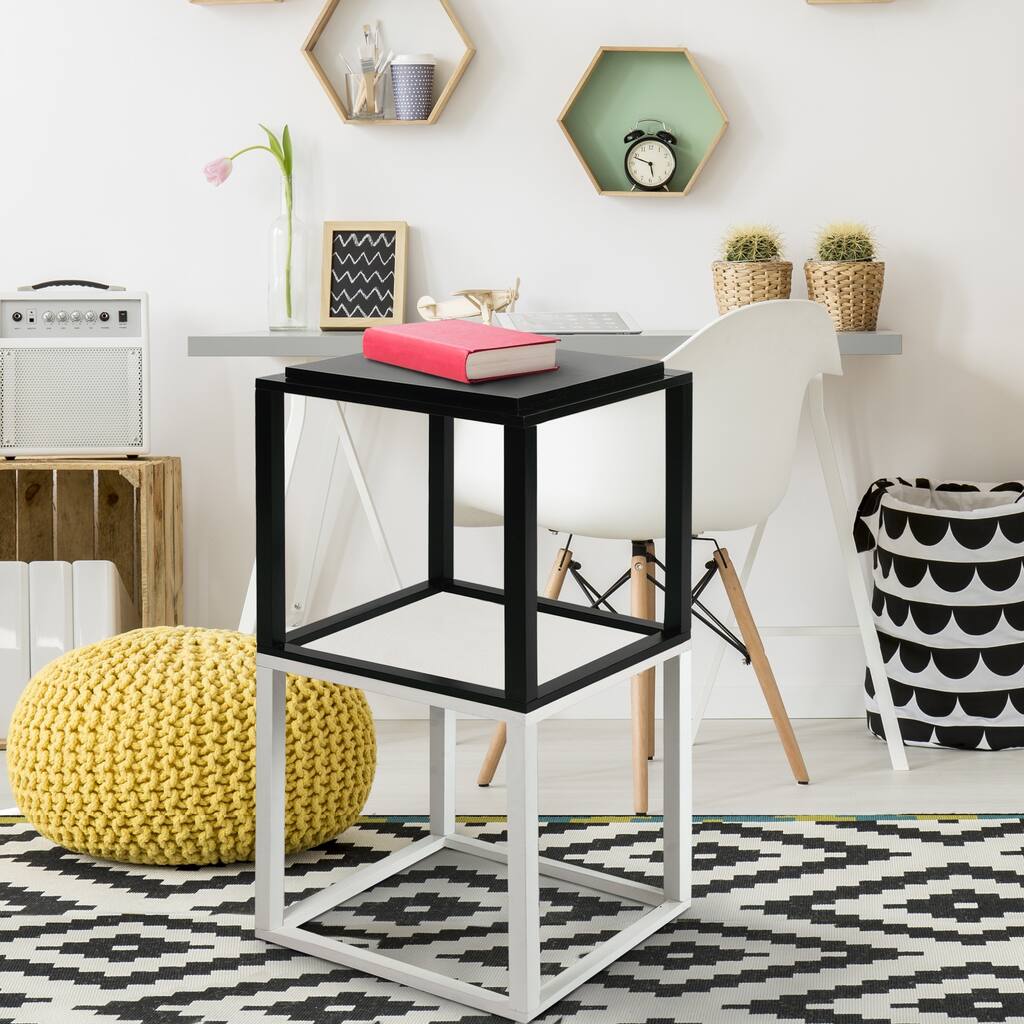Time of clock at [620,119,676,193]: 5:48
